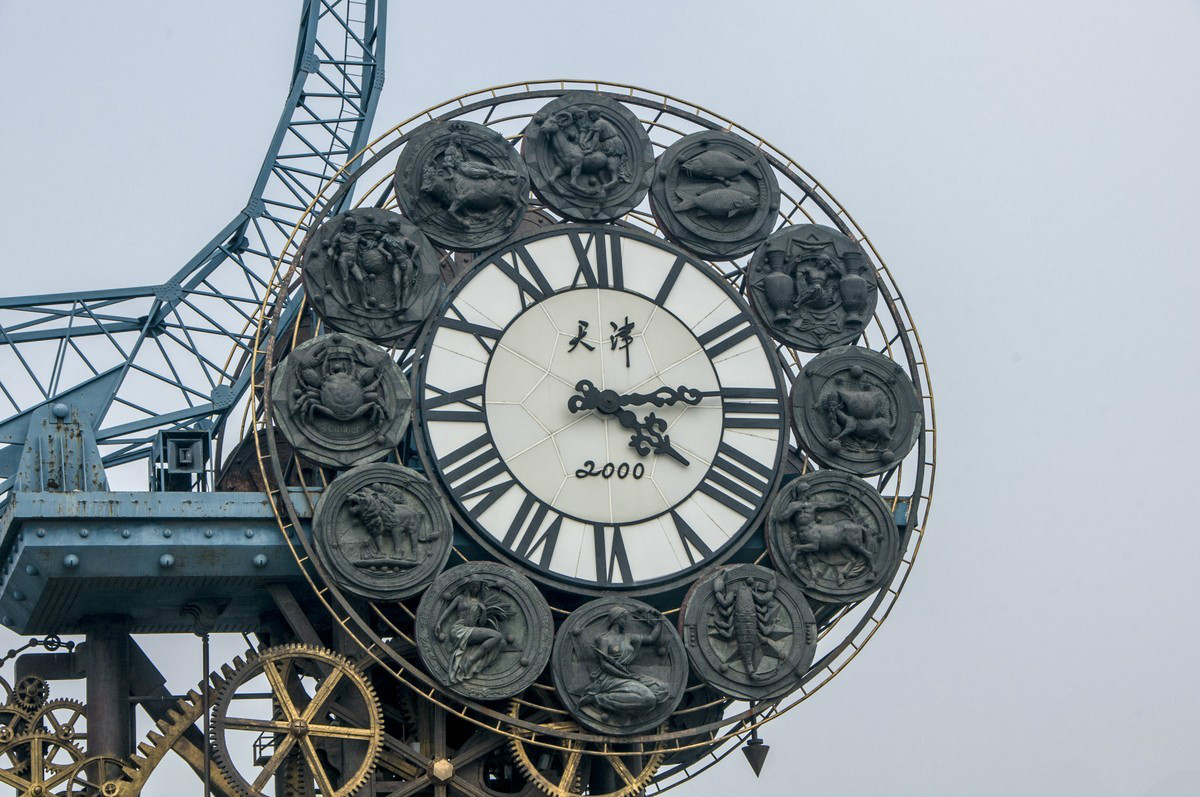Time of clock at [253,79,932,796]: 4:13
